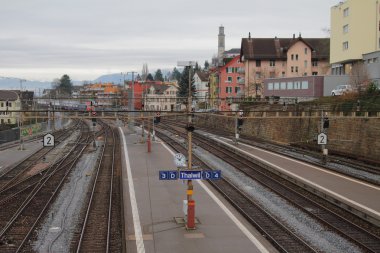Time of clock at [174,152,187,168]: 10:07
